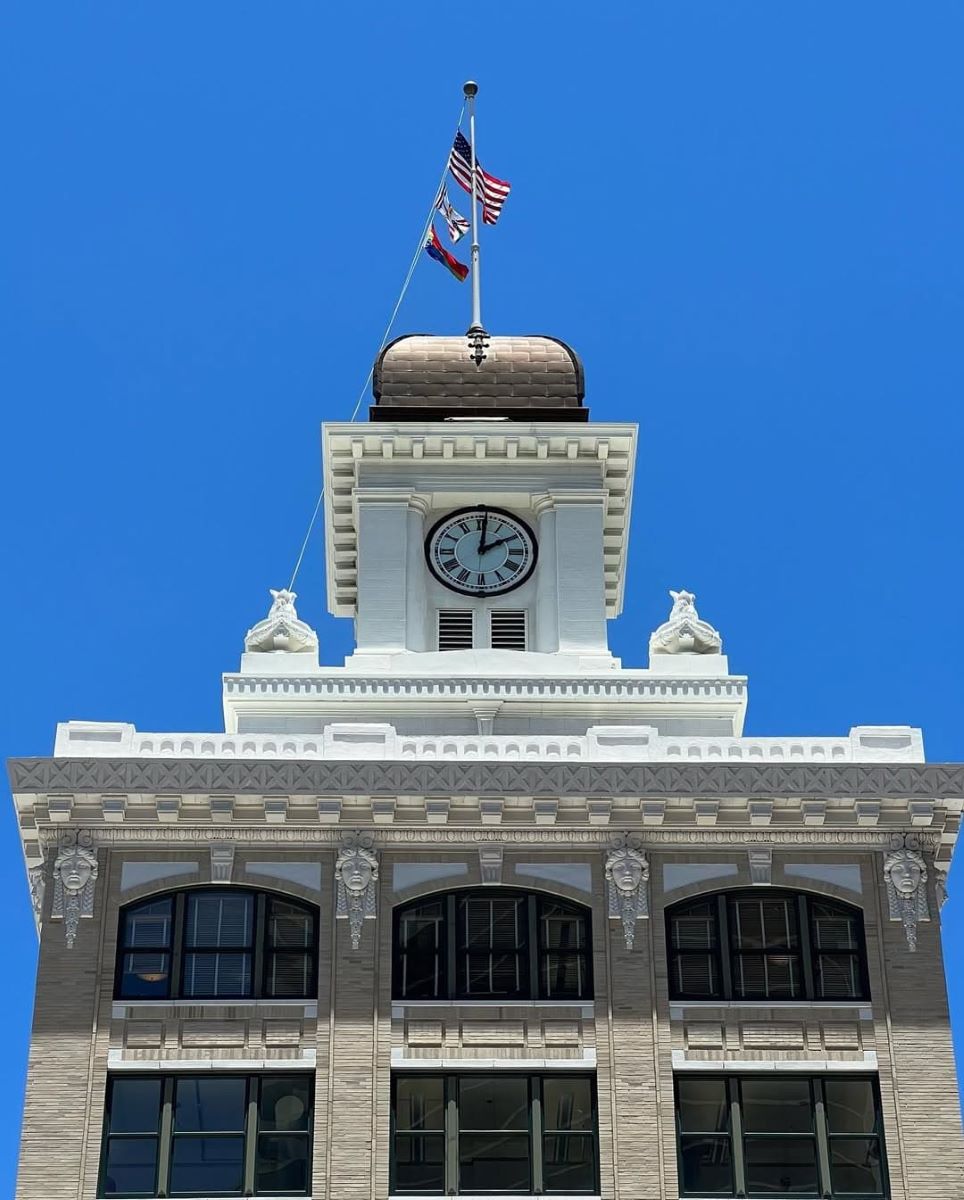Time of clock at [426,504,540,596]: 2:00
